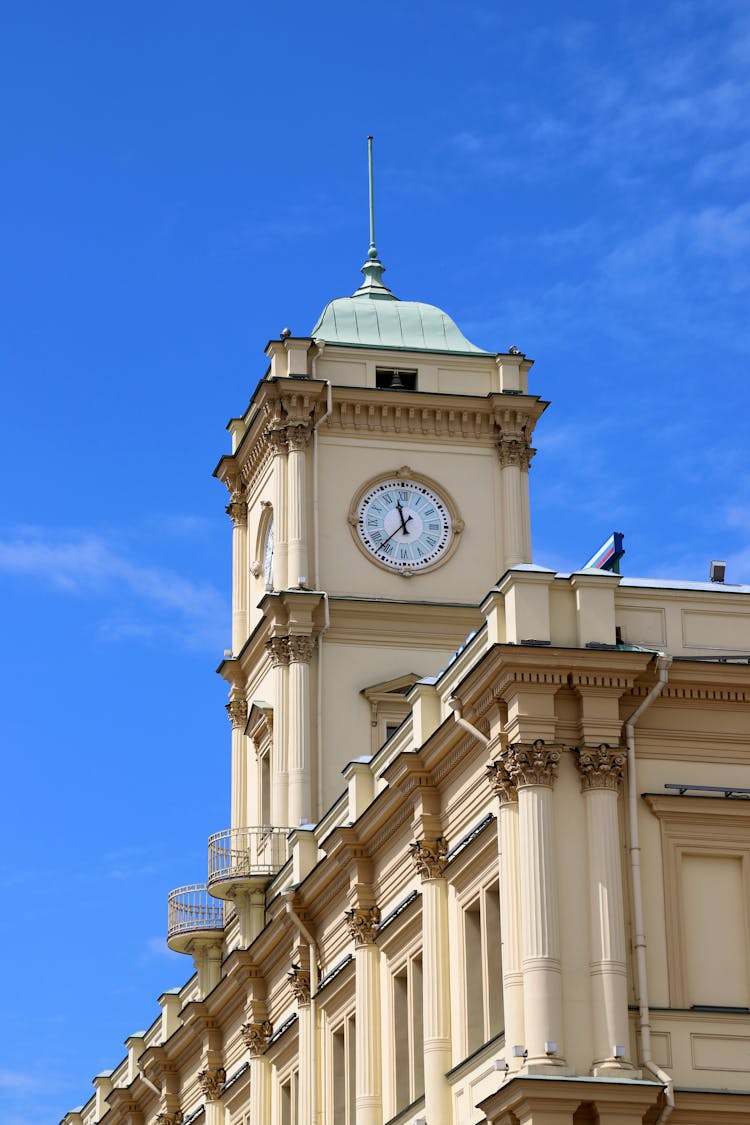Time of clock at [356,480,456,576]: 11:36
